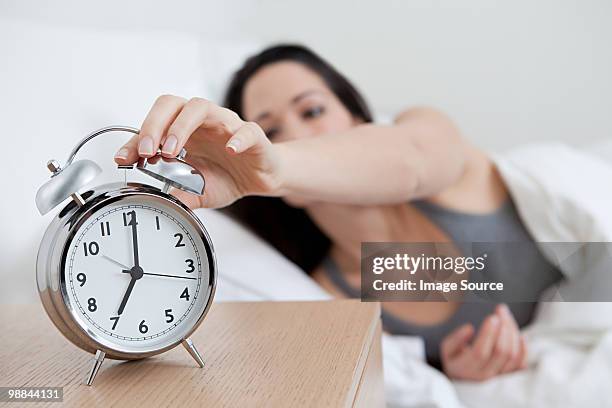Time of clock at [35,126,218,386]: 7:00
